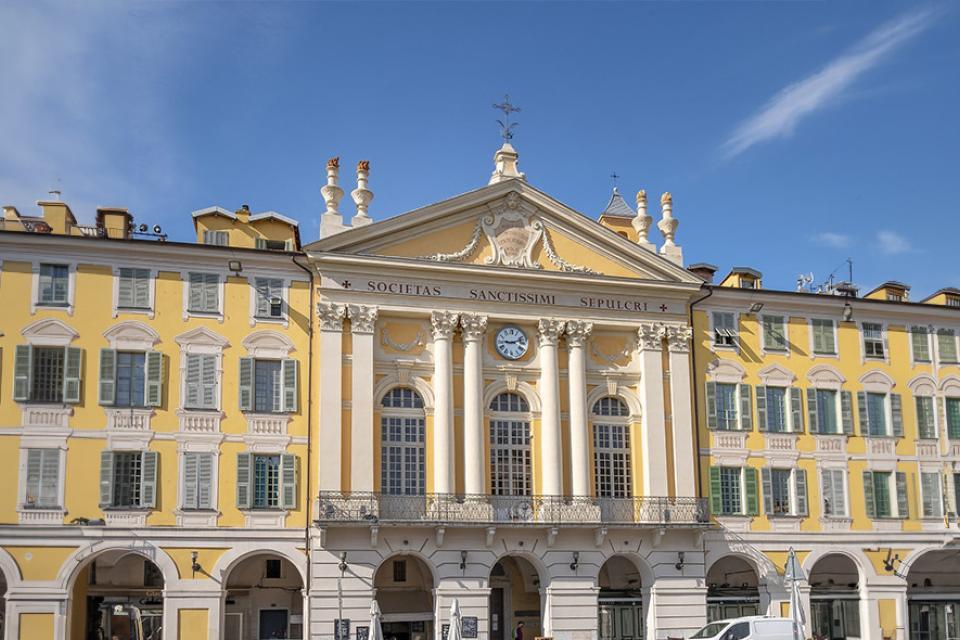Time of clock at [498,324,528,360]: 9:11
